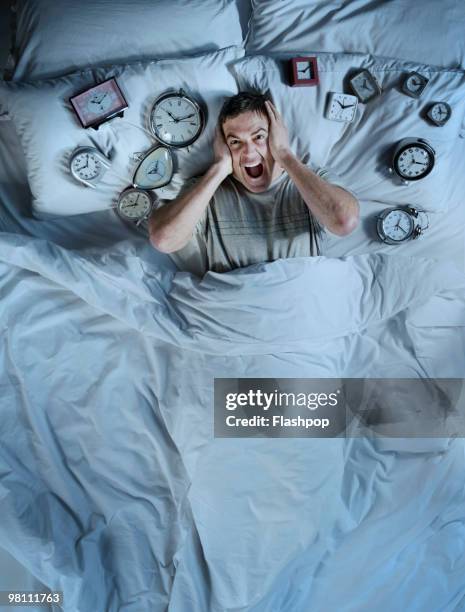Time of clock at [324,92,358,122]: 10:12
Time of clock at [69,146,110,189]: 7:59
